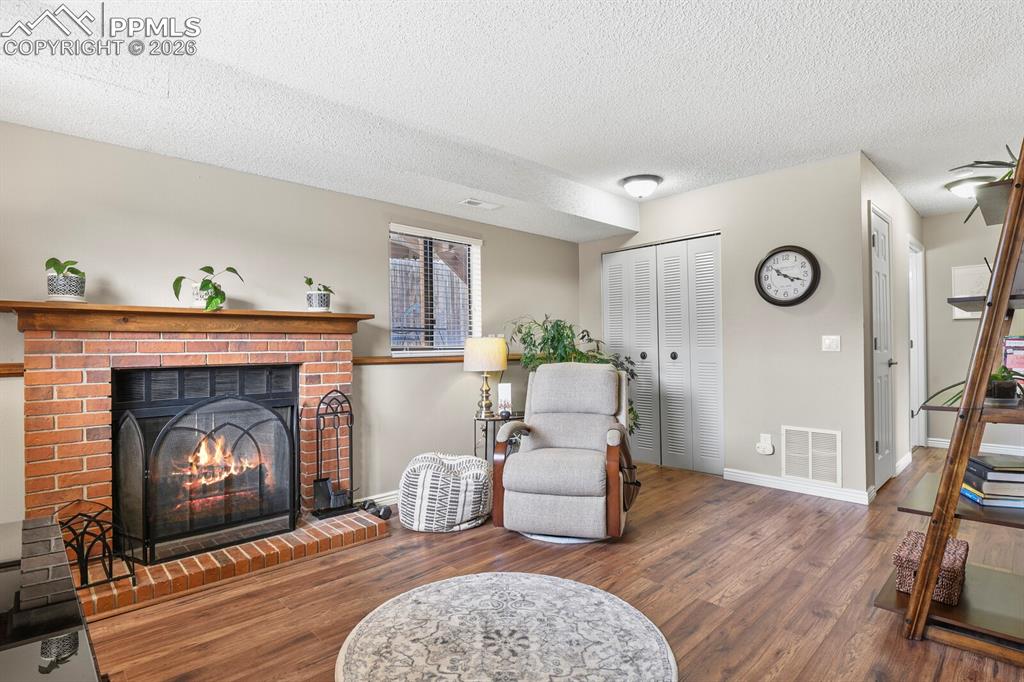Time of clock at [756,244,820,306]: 10:17
